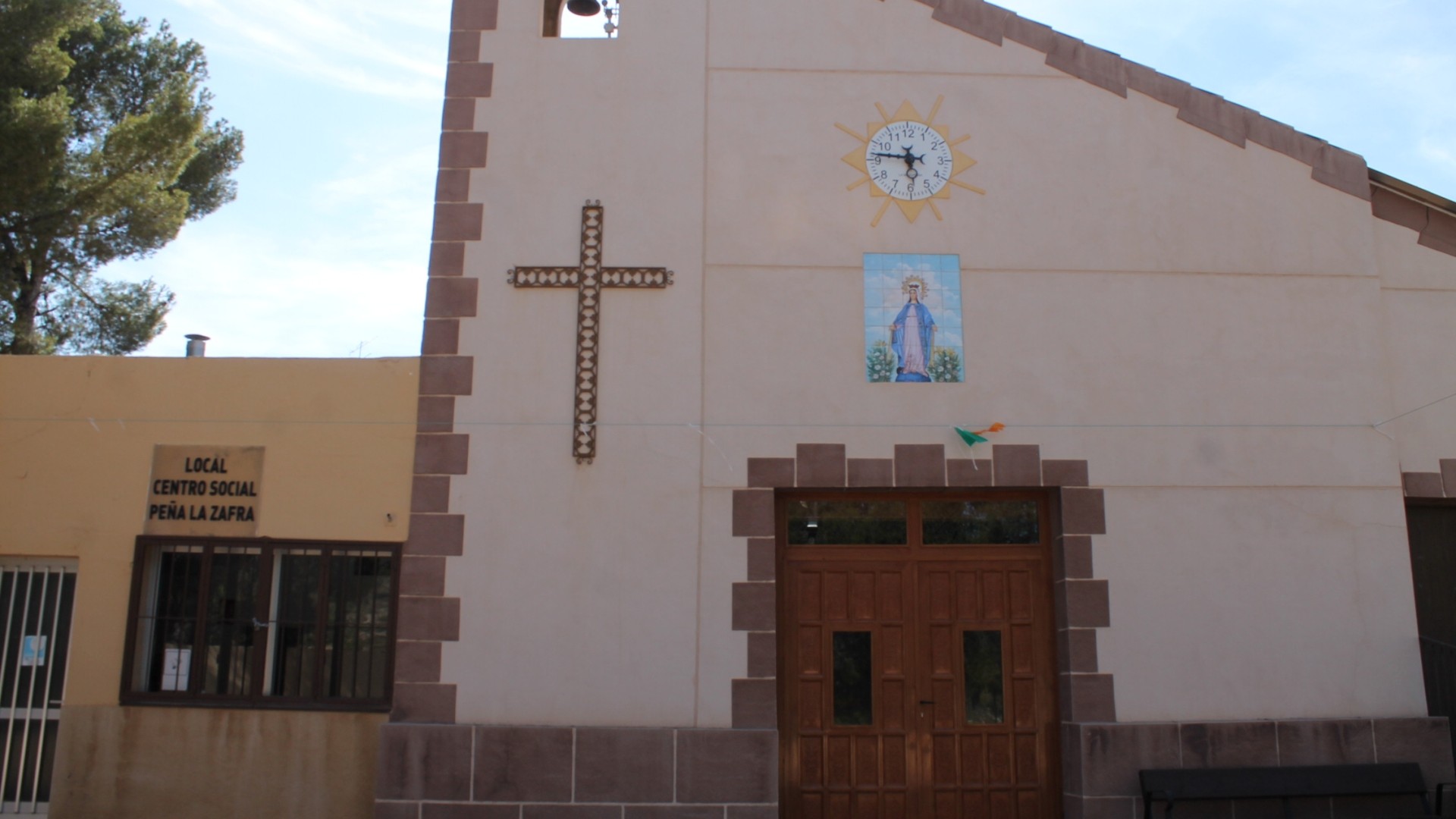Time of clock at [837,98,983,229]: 5:46
